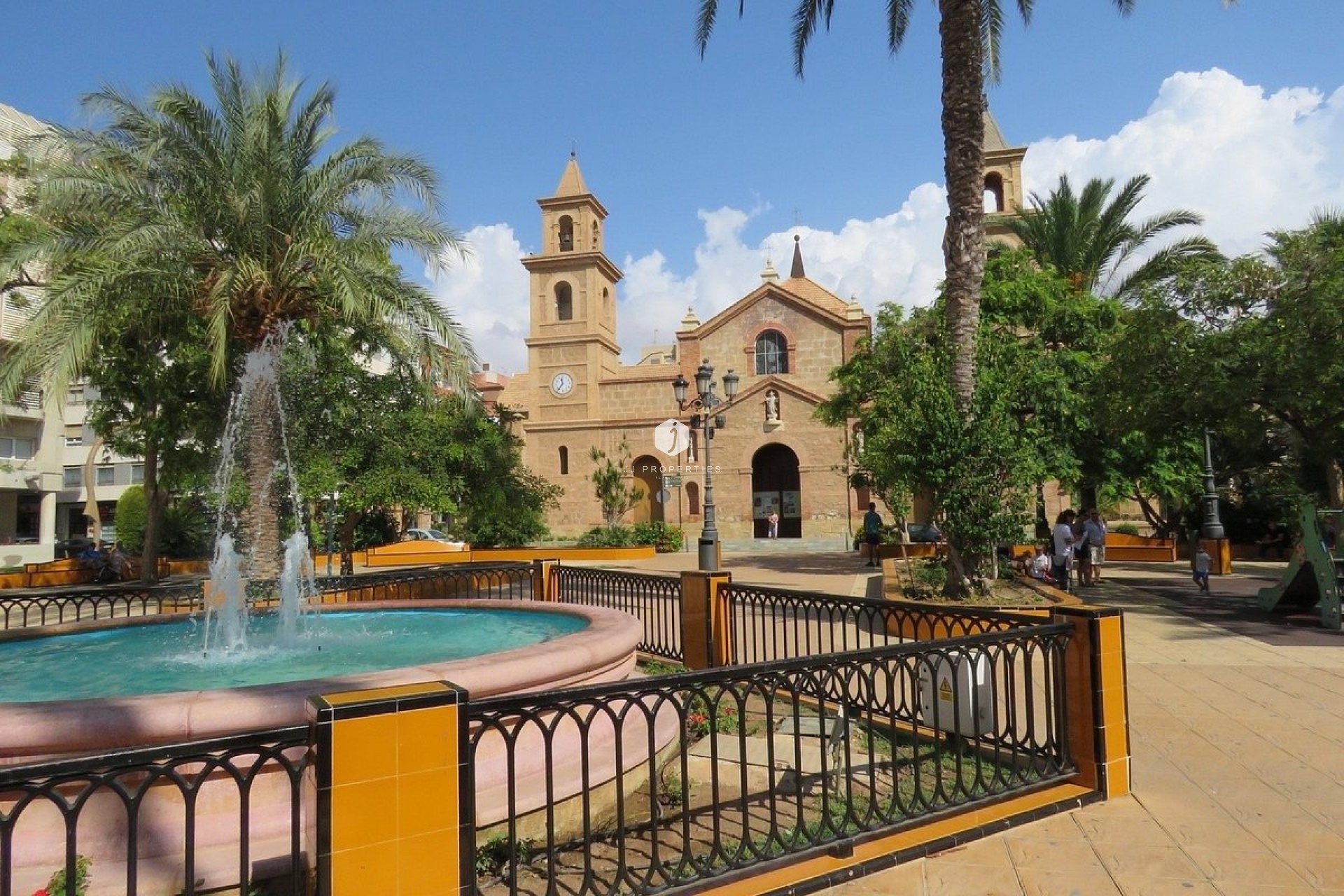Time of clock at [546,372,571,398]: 11:36
